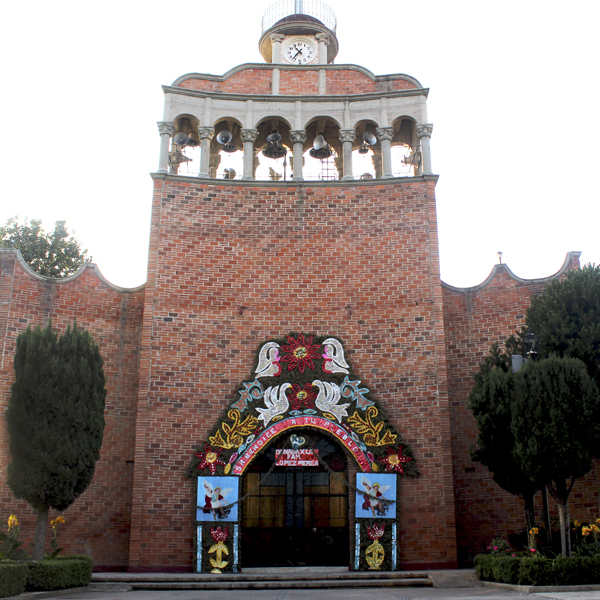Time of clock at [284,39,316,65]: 10:36
